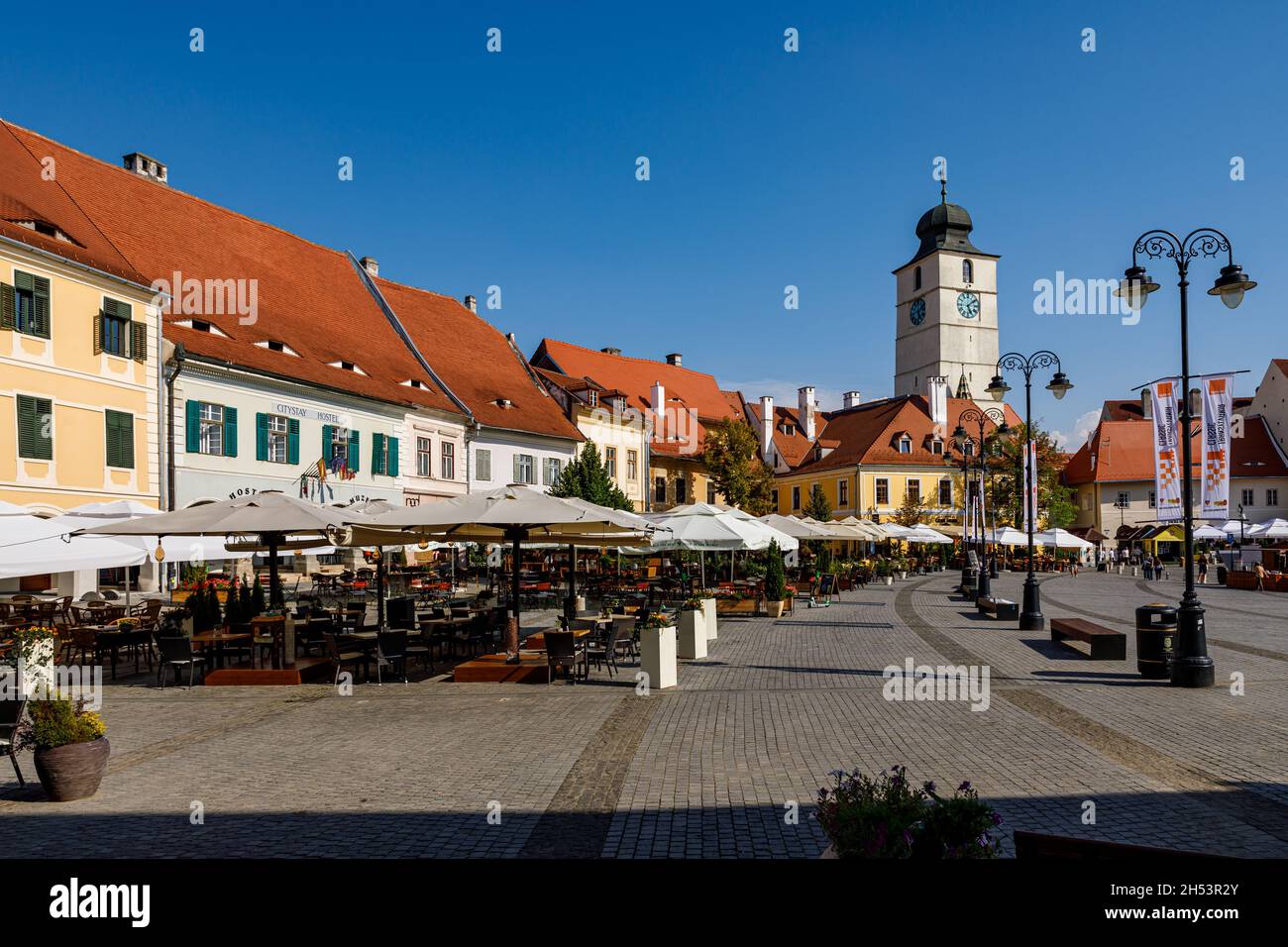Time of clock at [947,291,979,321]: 5:08
